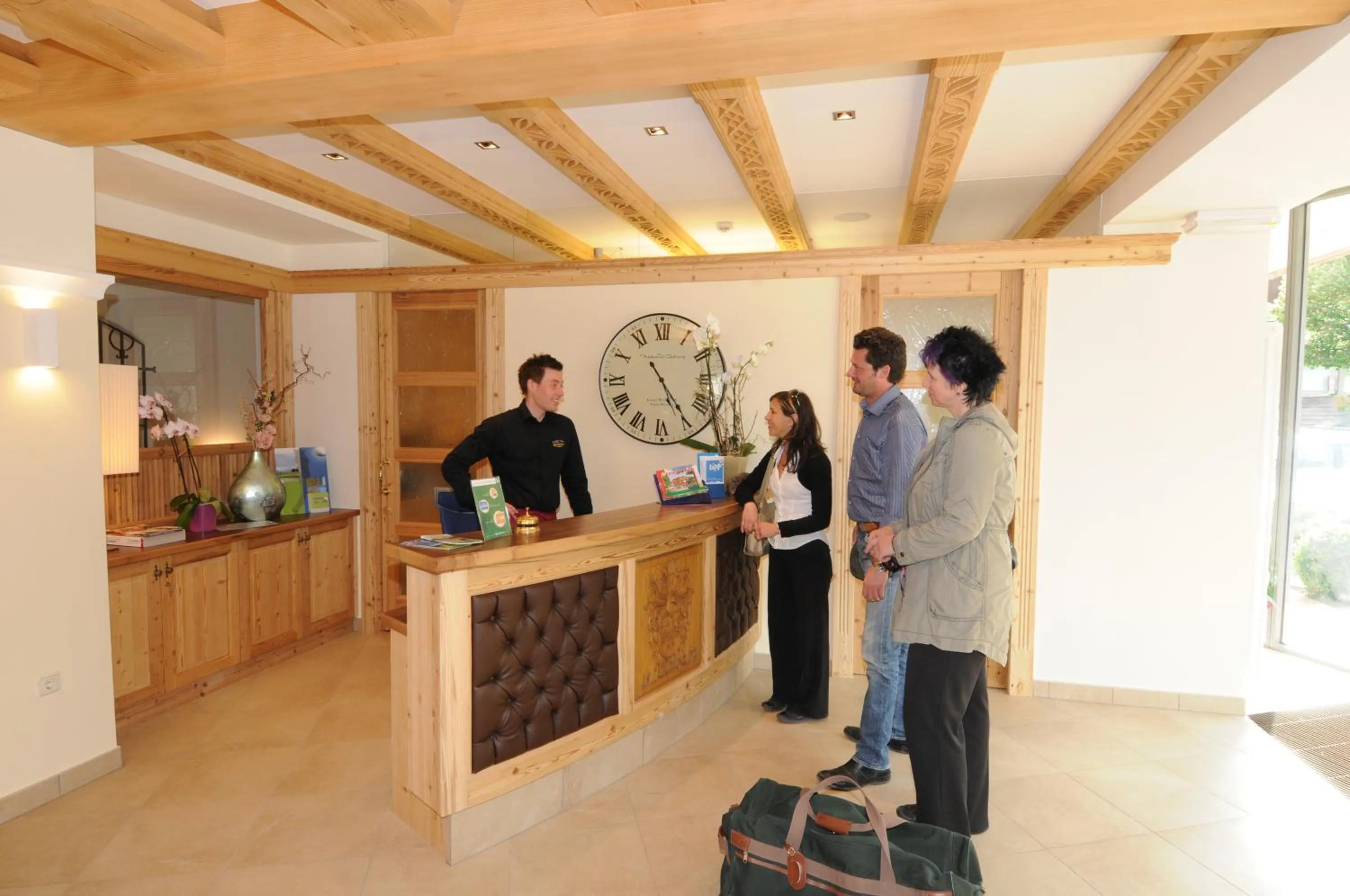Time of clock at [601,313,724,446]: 5:24
